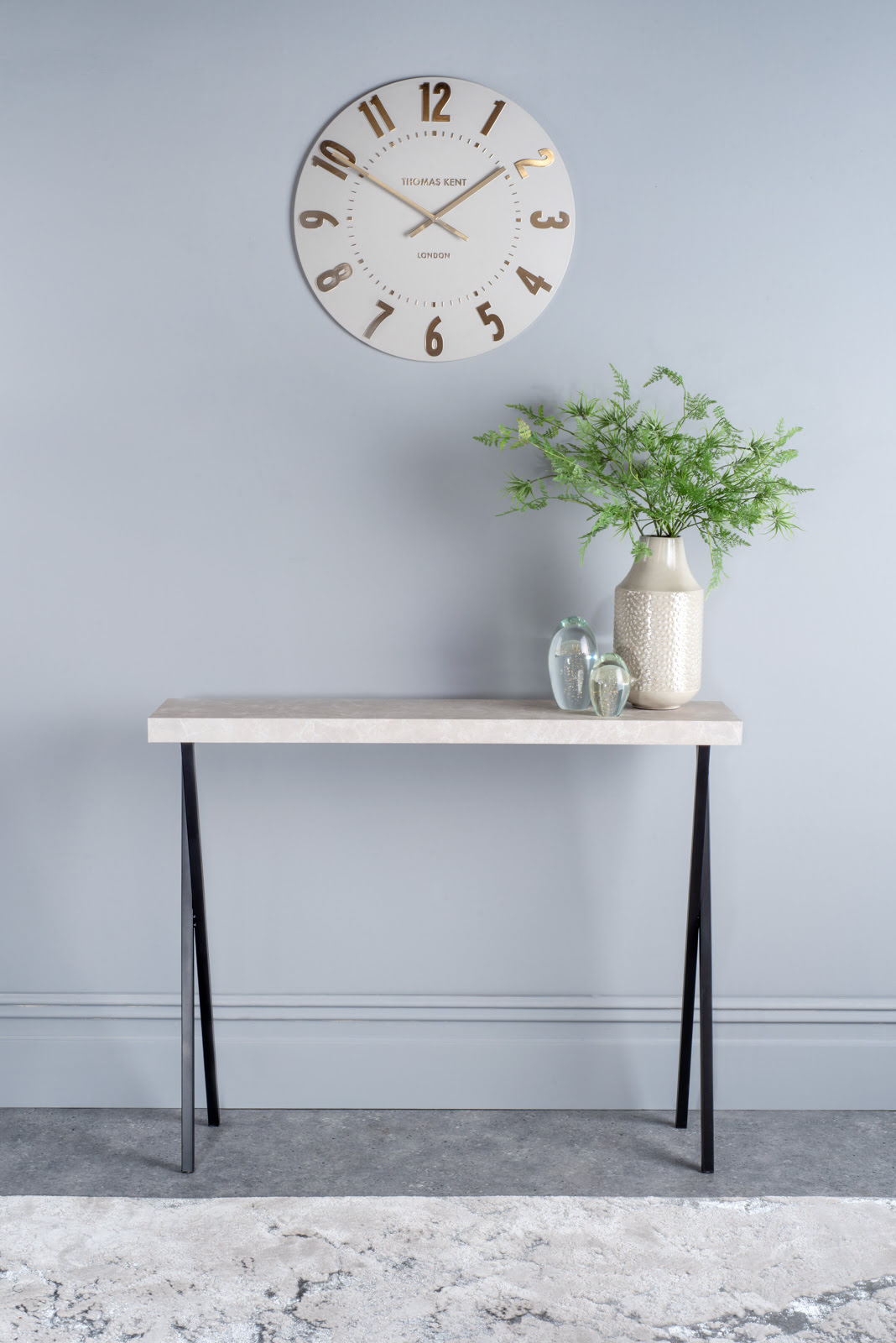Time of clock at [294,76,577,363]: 1:50
